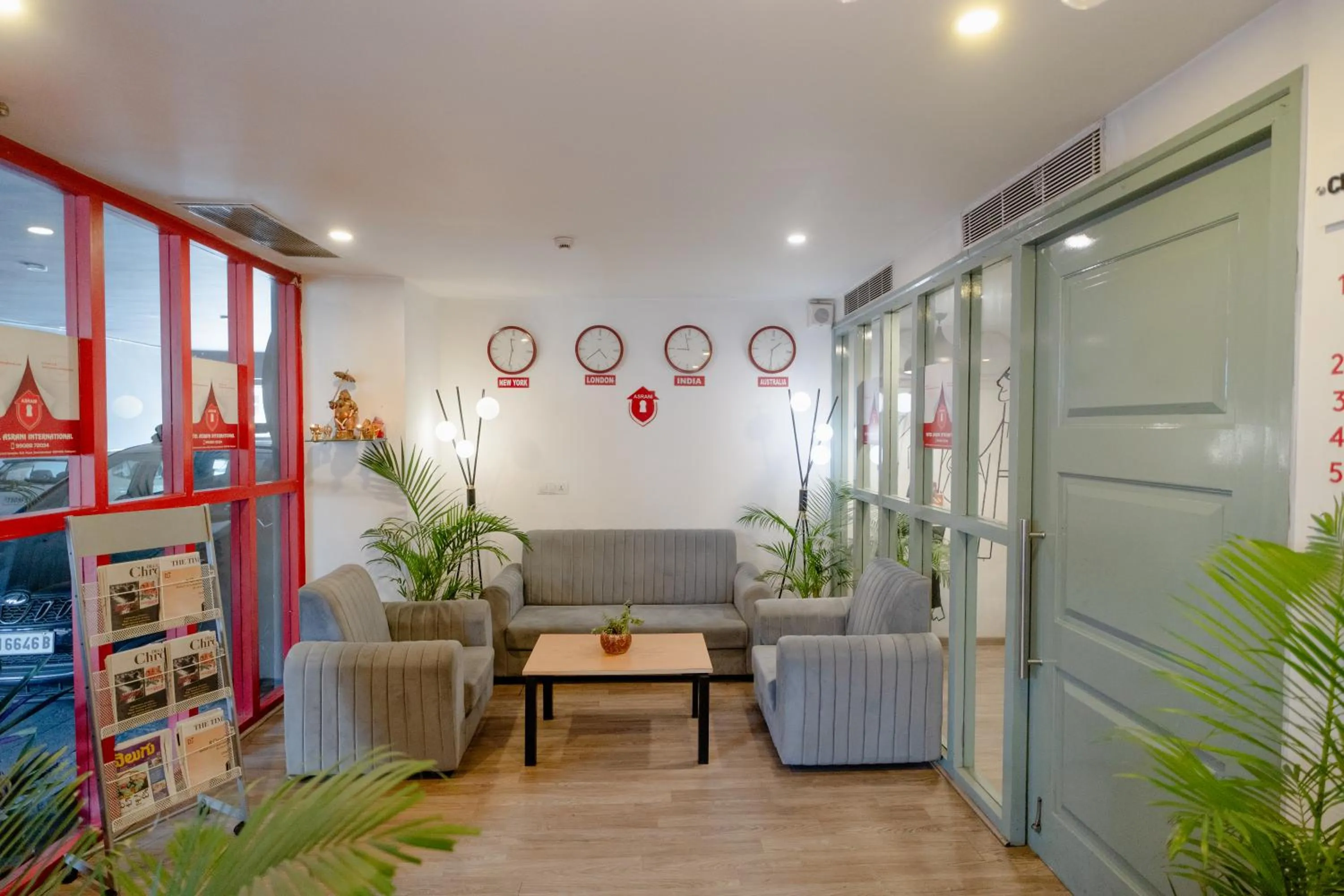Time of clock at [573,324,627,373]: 4:38
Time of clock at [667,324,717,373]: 8:57
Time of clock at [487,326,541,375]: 11:31
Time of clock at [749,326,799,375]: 1:29
